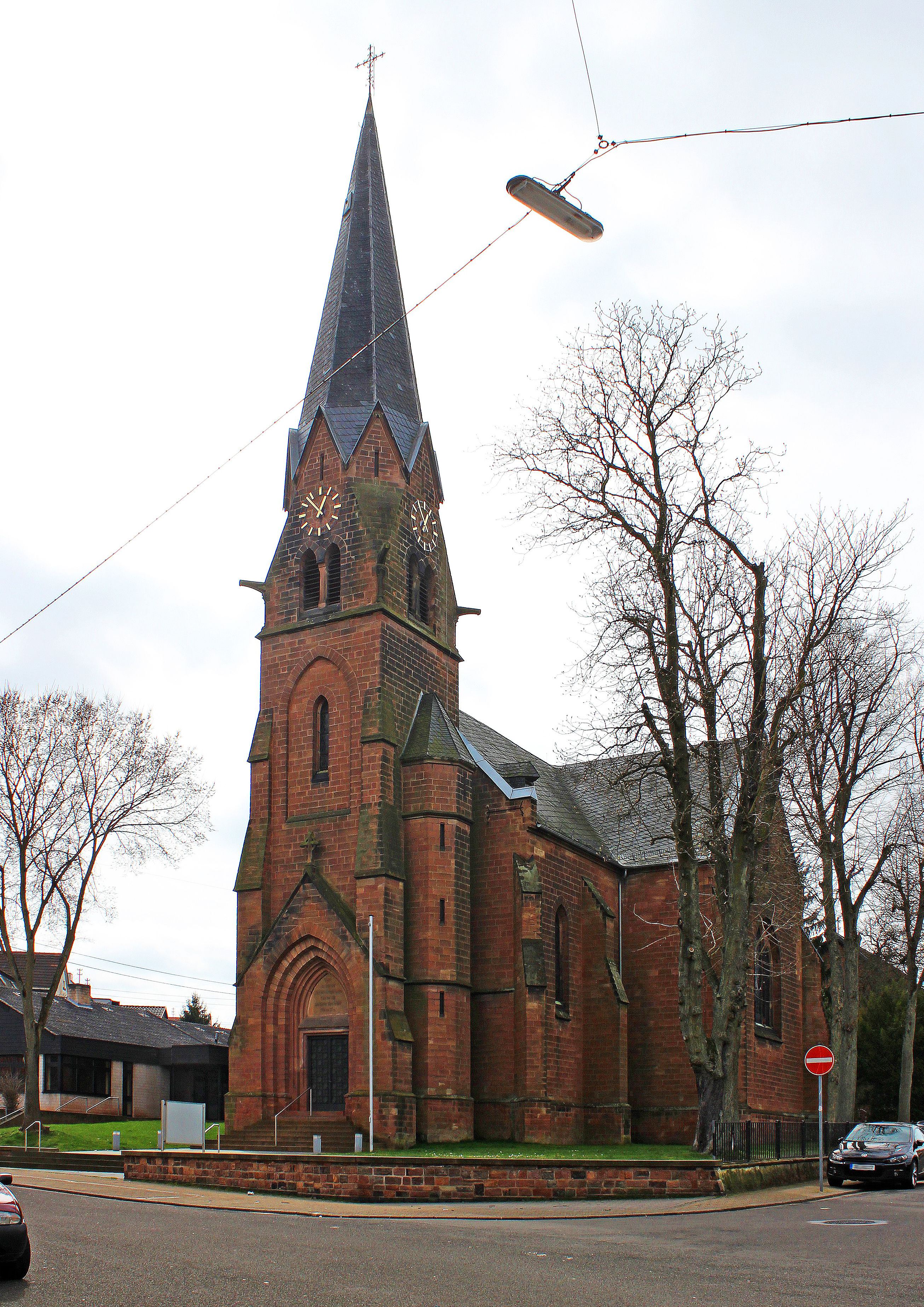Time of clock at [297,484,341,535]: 12:52
